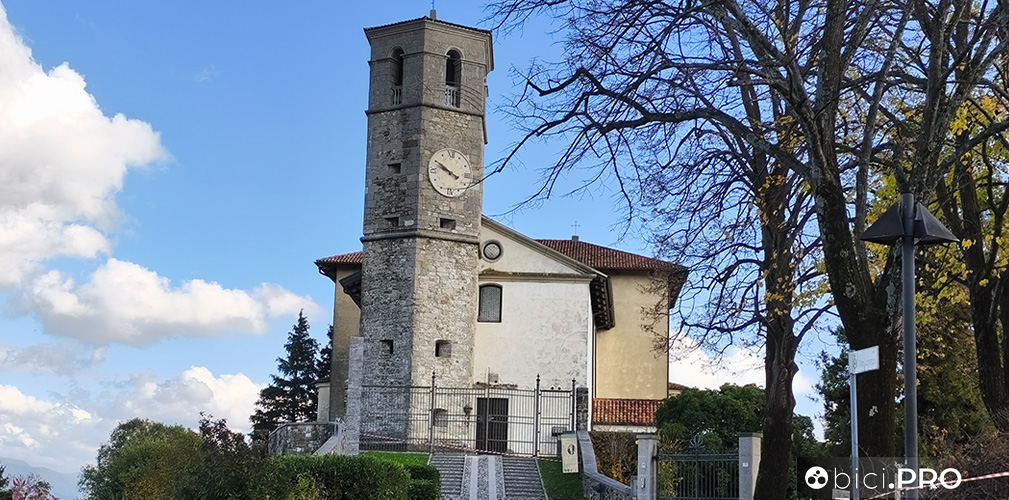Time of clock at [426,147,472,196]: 9:50
